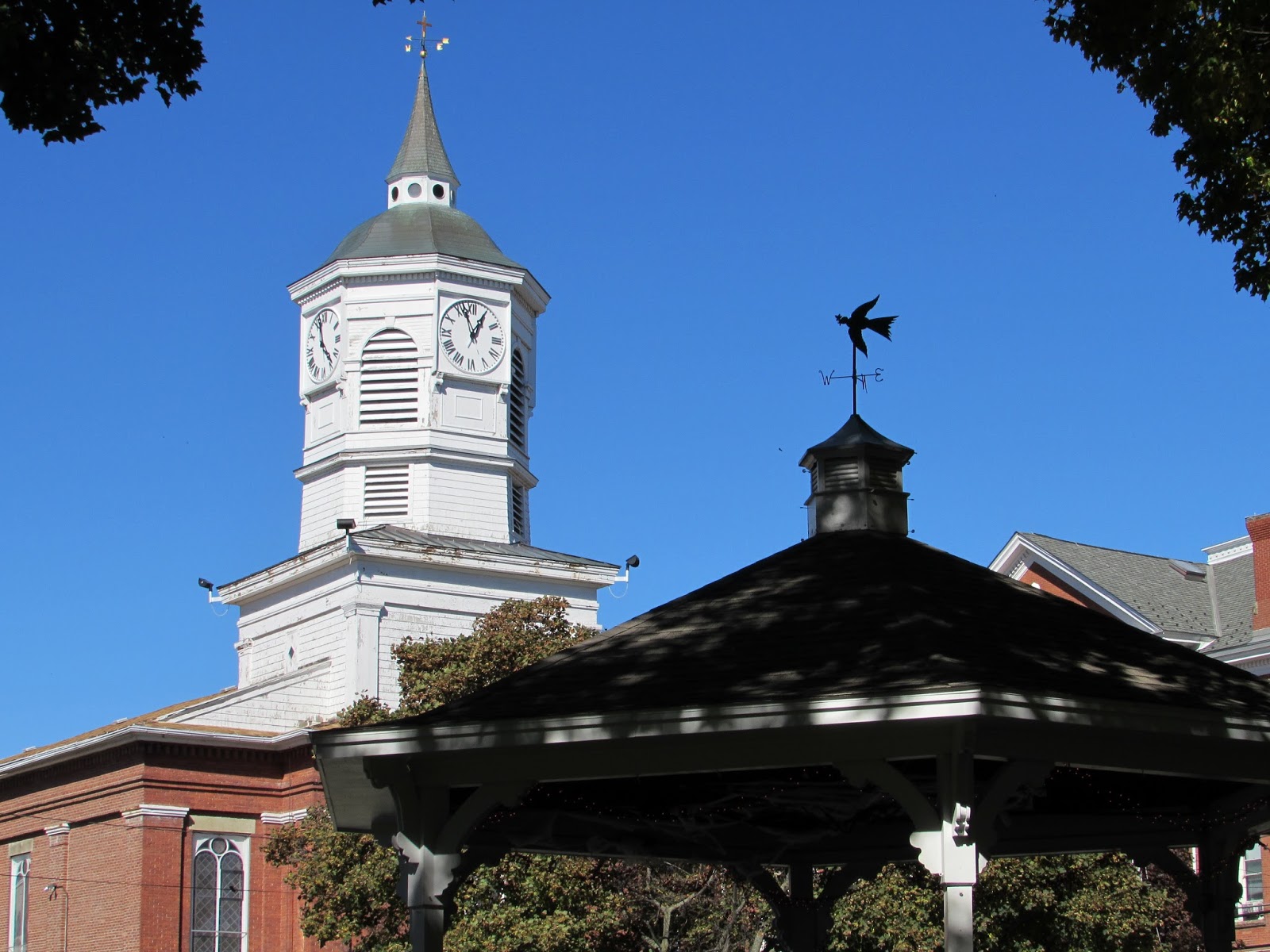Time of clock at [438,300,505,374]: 12:57
